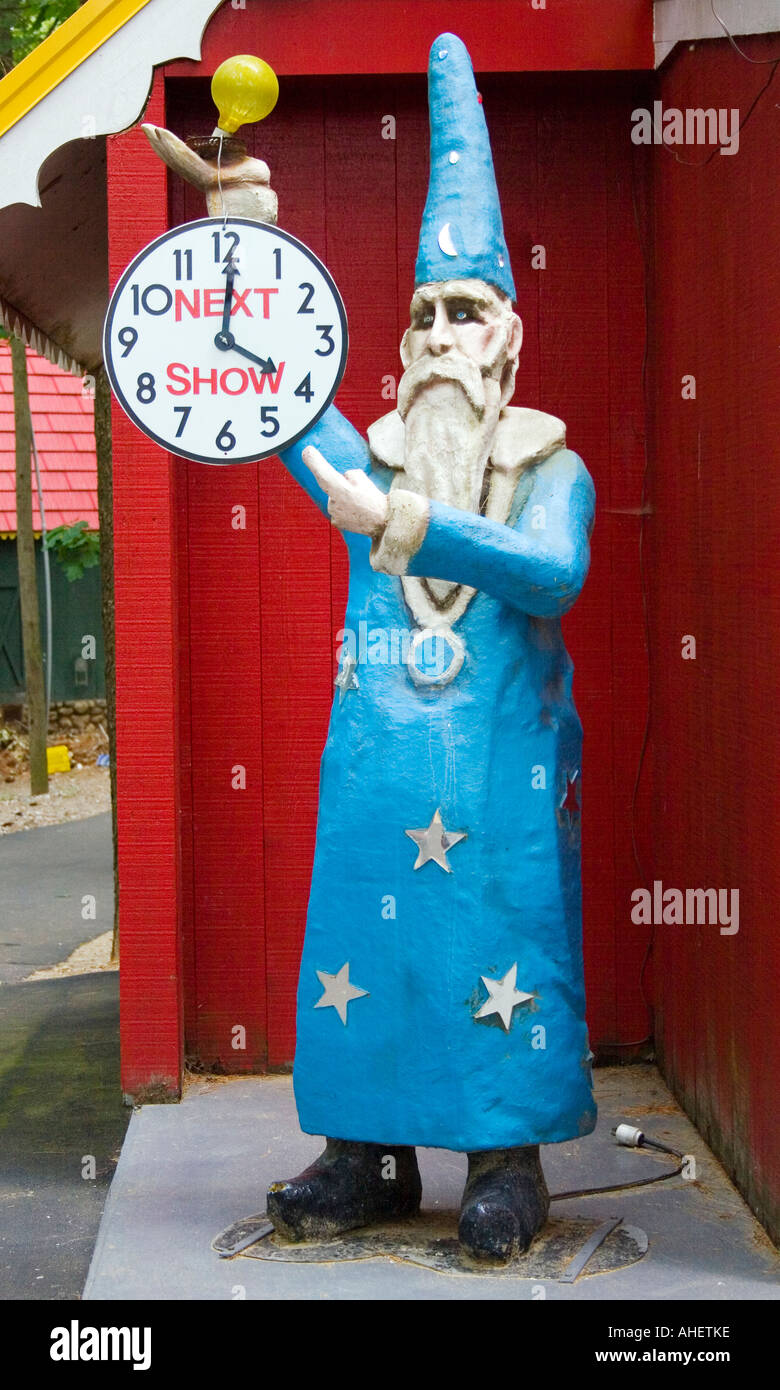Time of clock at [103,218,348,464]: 4:00
